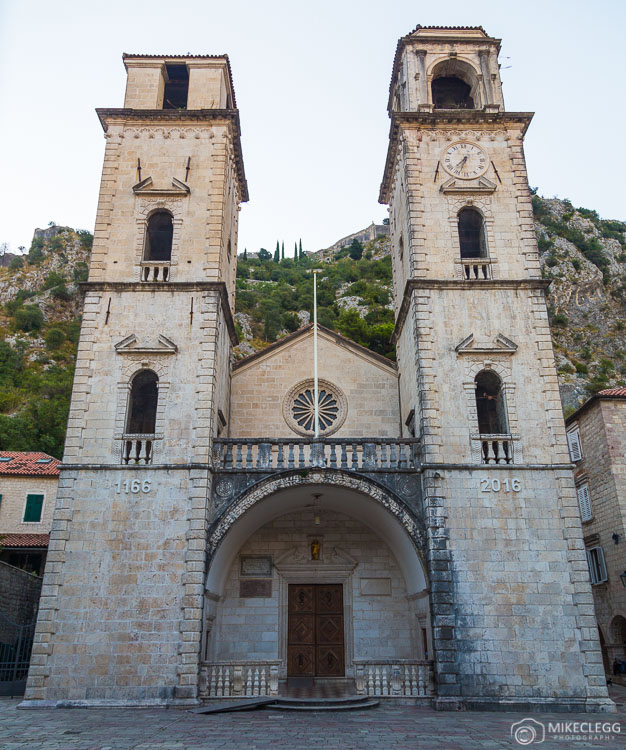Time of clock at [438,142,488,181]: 7:33
